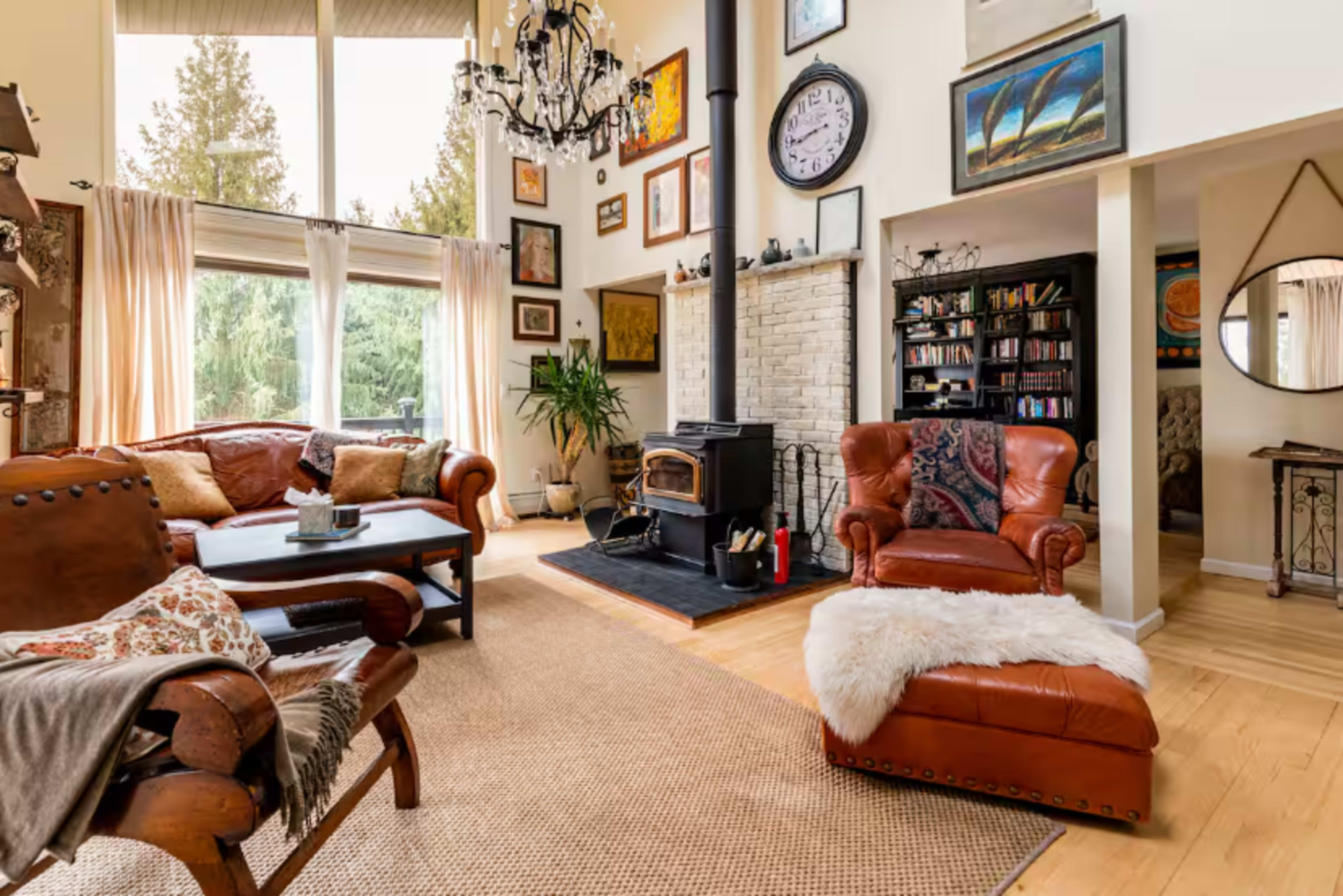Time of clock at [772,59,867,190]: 8:44
